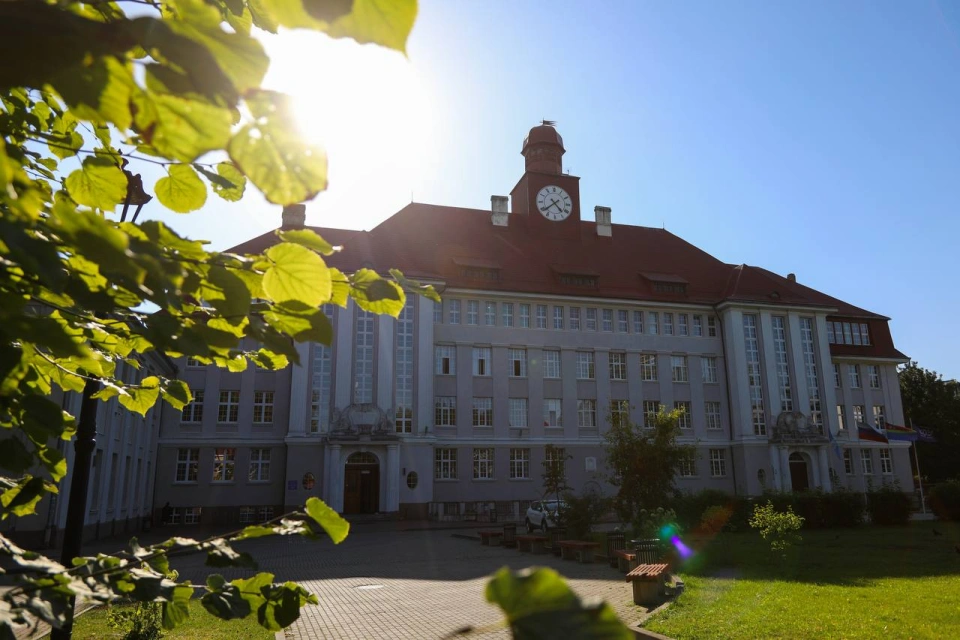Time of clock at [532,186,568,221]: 4:38
